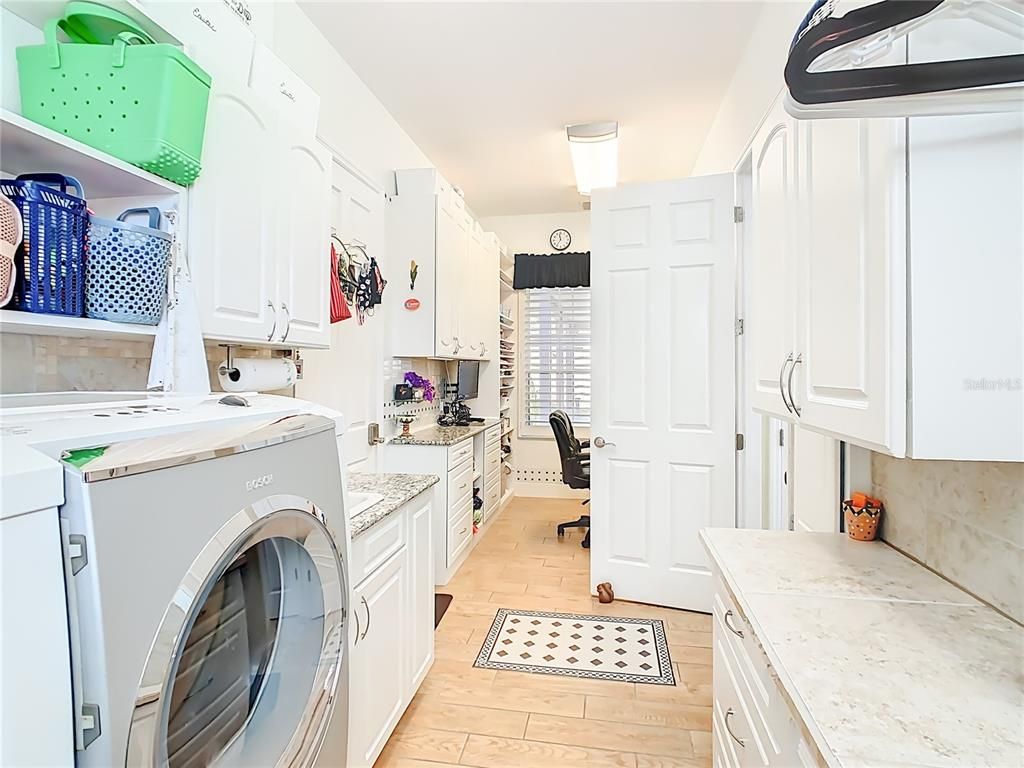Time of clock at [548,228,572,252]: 11:35
